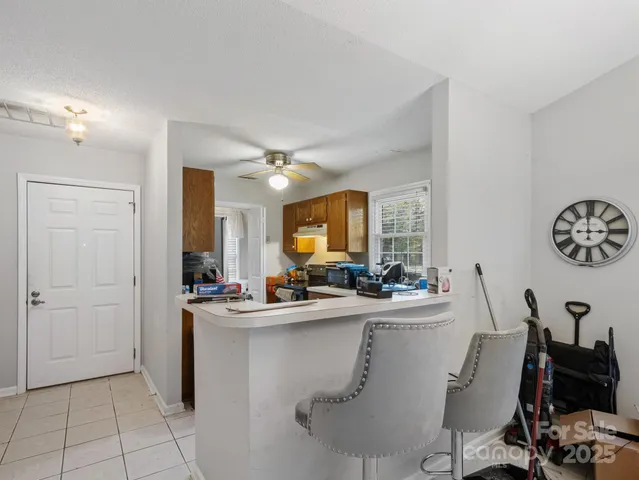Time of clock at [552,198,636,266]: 2:59
